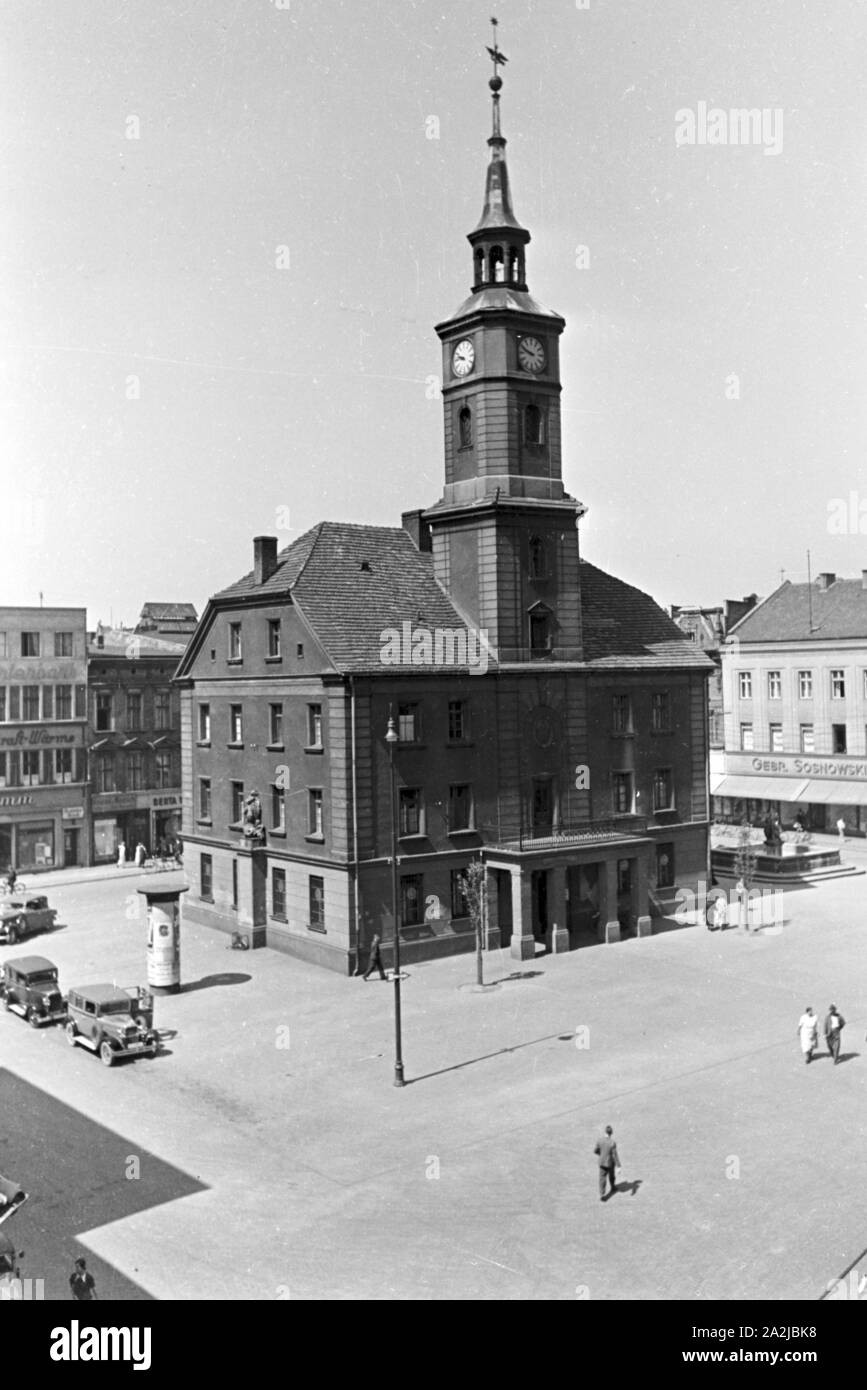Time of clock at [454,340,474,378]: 9:45
